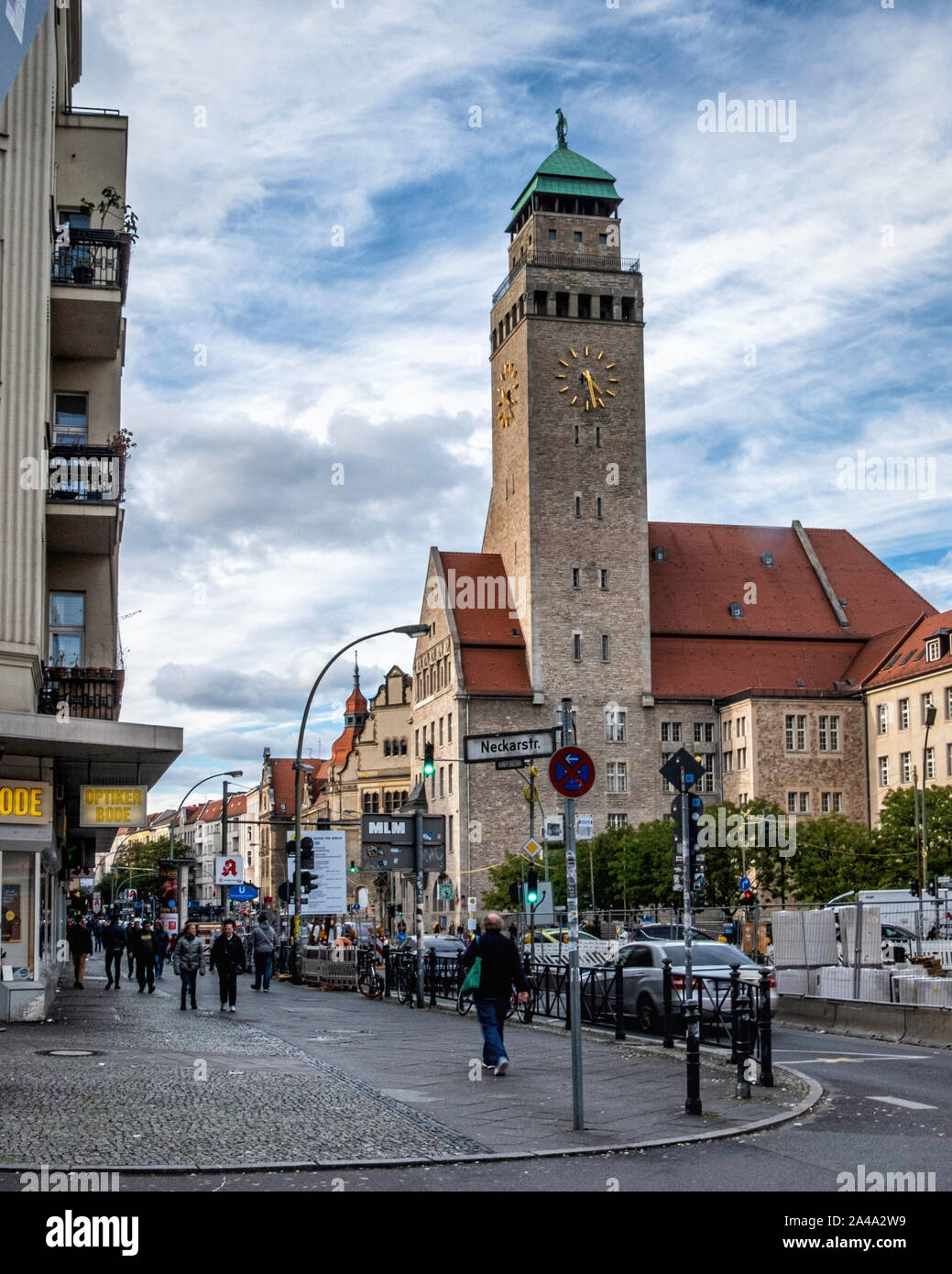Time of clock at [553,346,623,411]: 4:28
